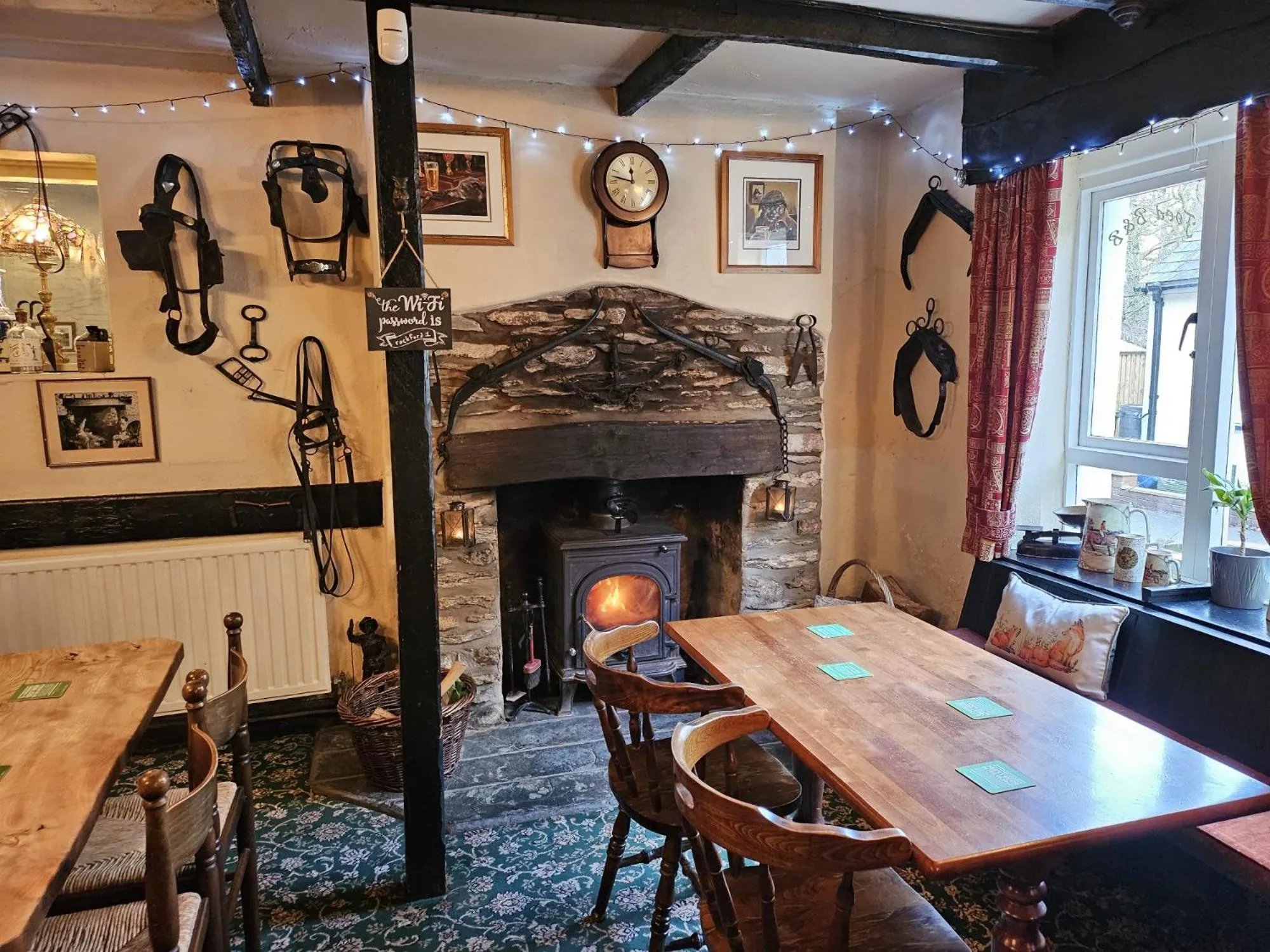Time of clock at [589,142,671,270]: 11:46
